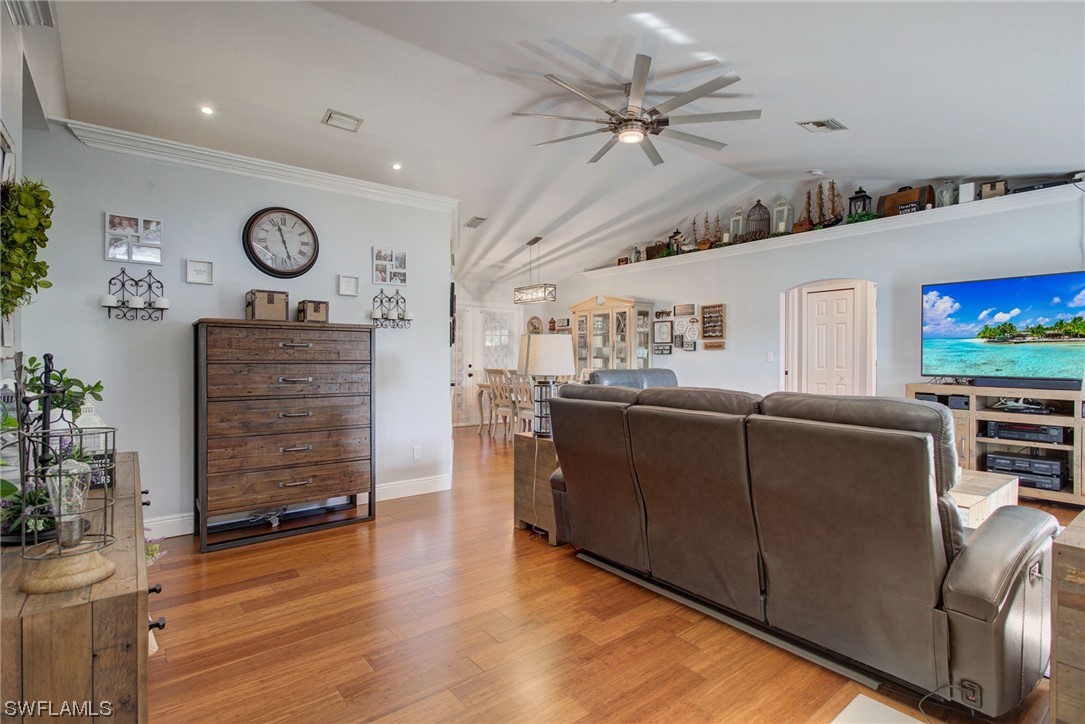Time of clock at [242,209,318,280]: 11:27
